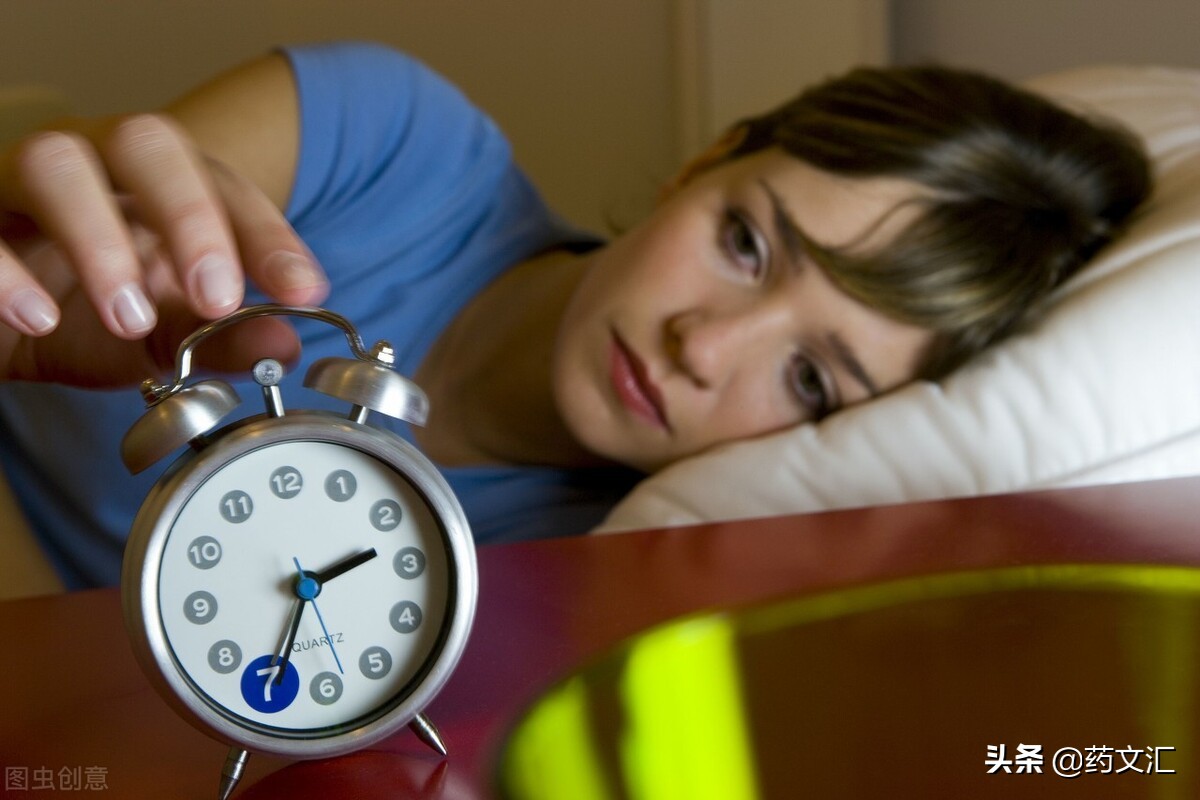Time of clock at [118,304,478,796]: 2:34
